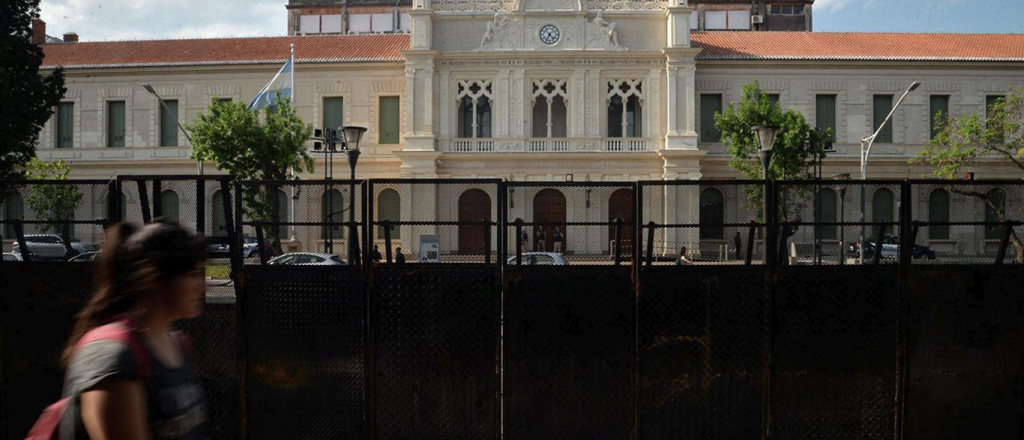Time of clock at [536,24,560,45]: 4:33
